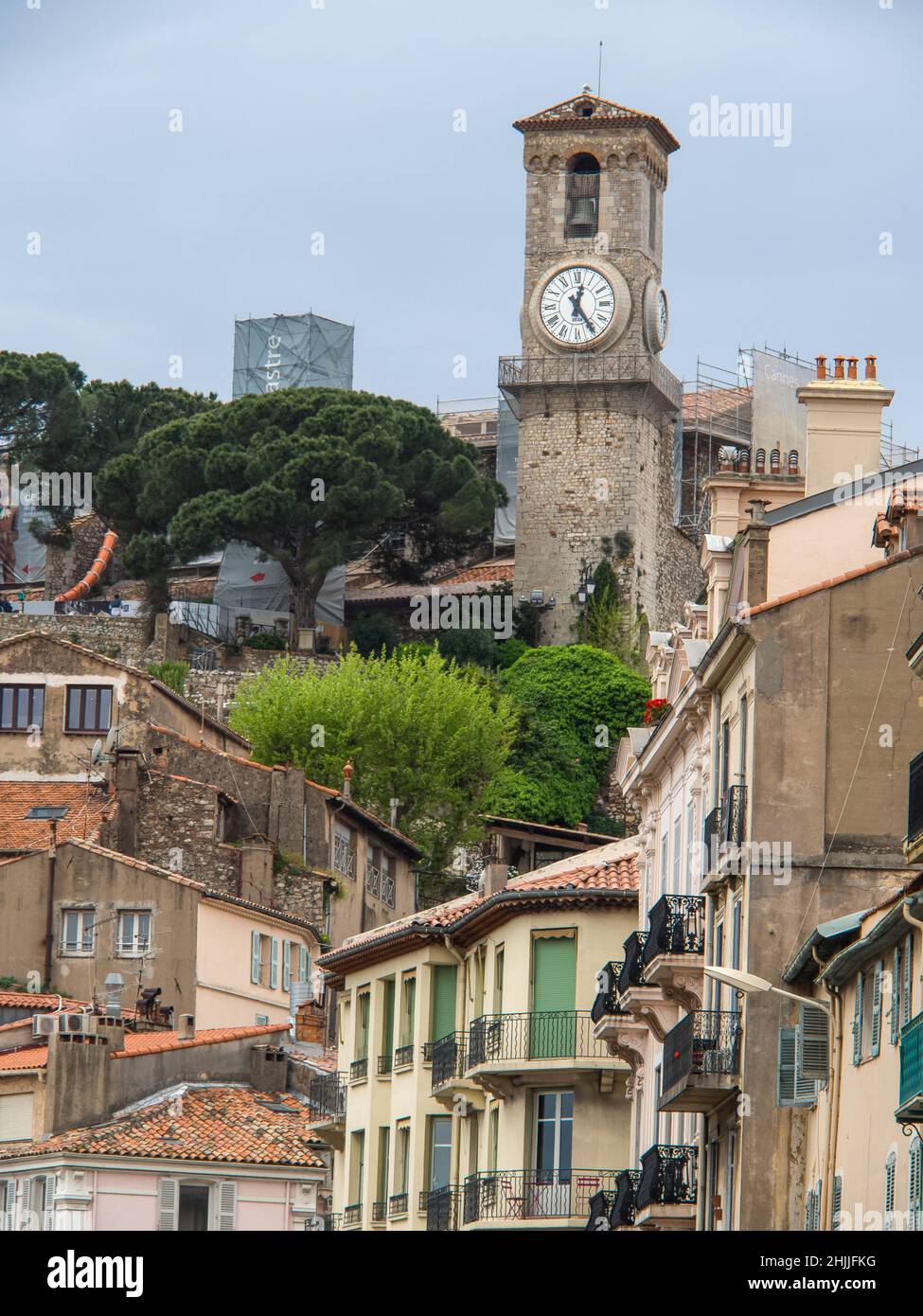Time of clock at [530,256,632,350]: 12:24
